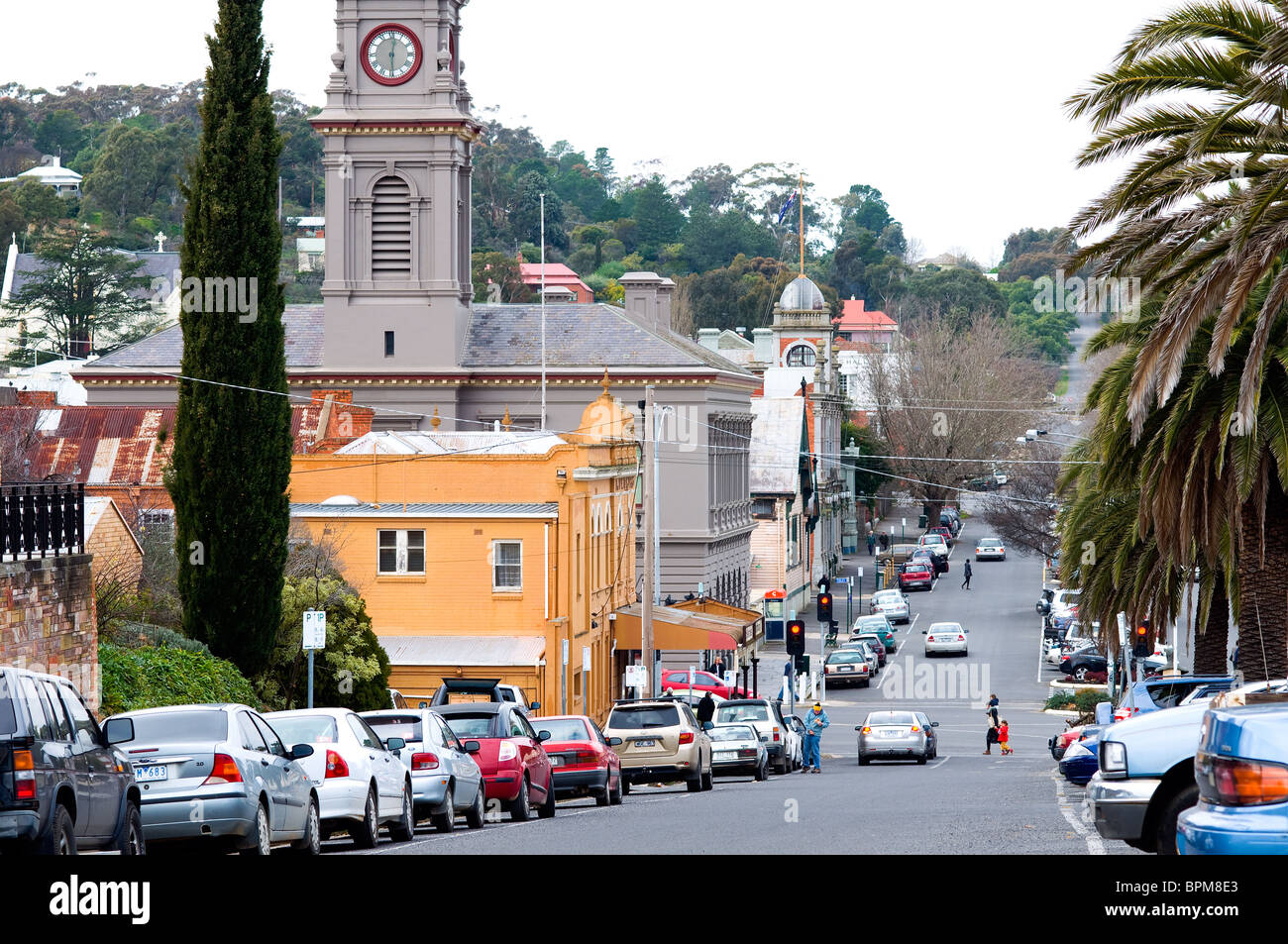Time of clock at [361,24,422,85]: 12:29
